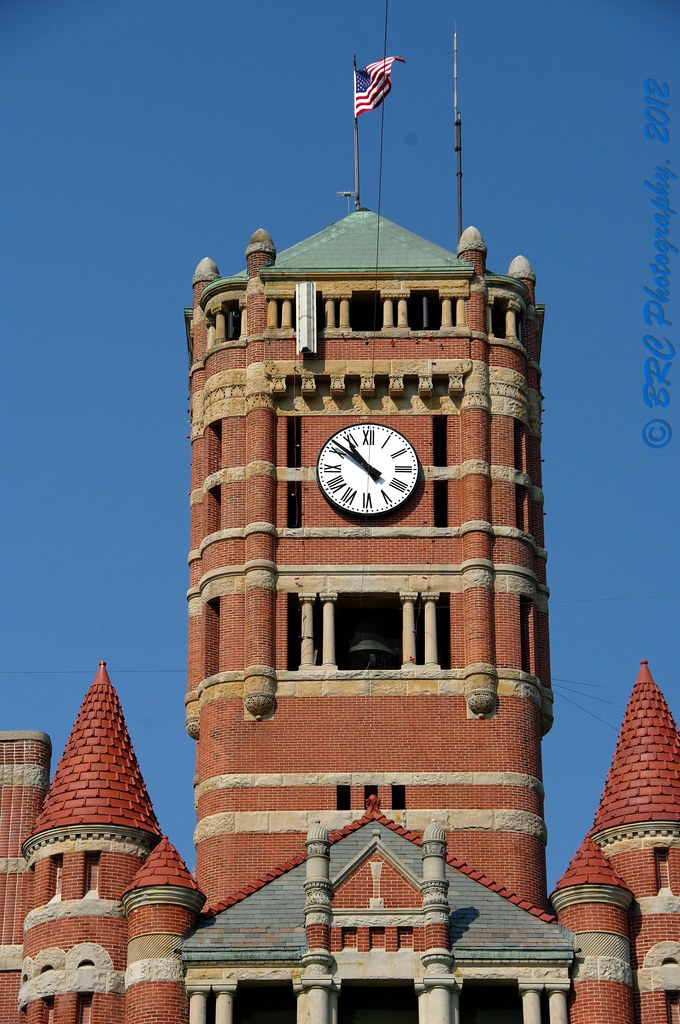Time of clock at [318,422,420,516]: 10:51
